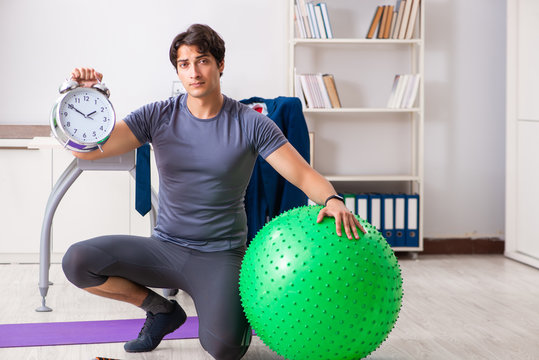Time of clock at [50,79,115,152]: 1:50
